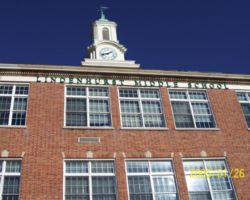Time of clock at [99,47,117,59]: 1:42
